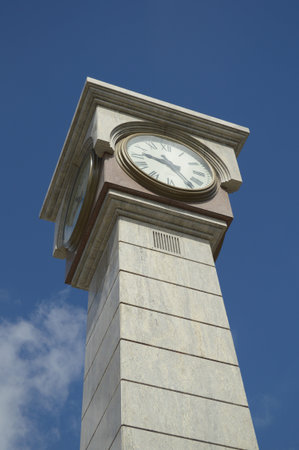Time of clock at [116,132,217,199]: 9:23
